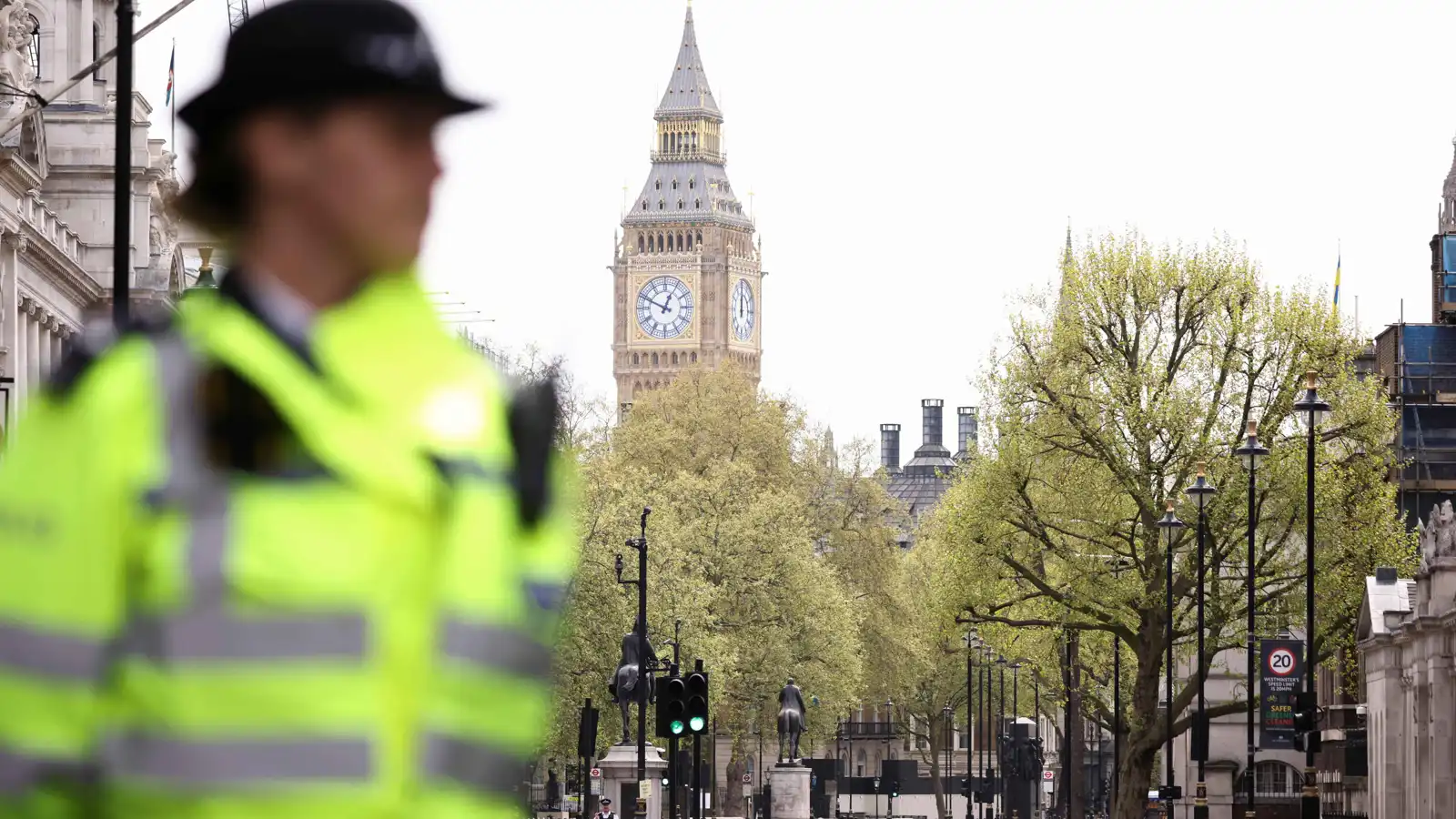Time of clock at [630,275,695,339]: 12:49
